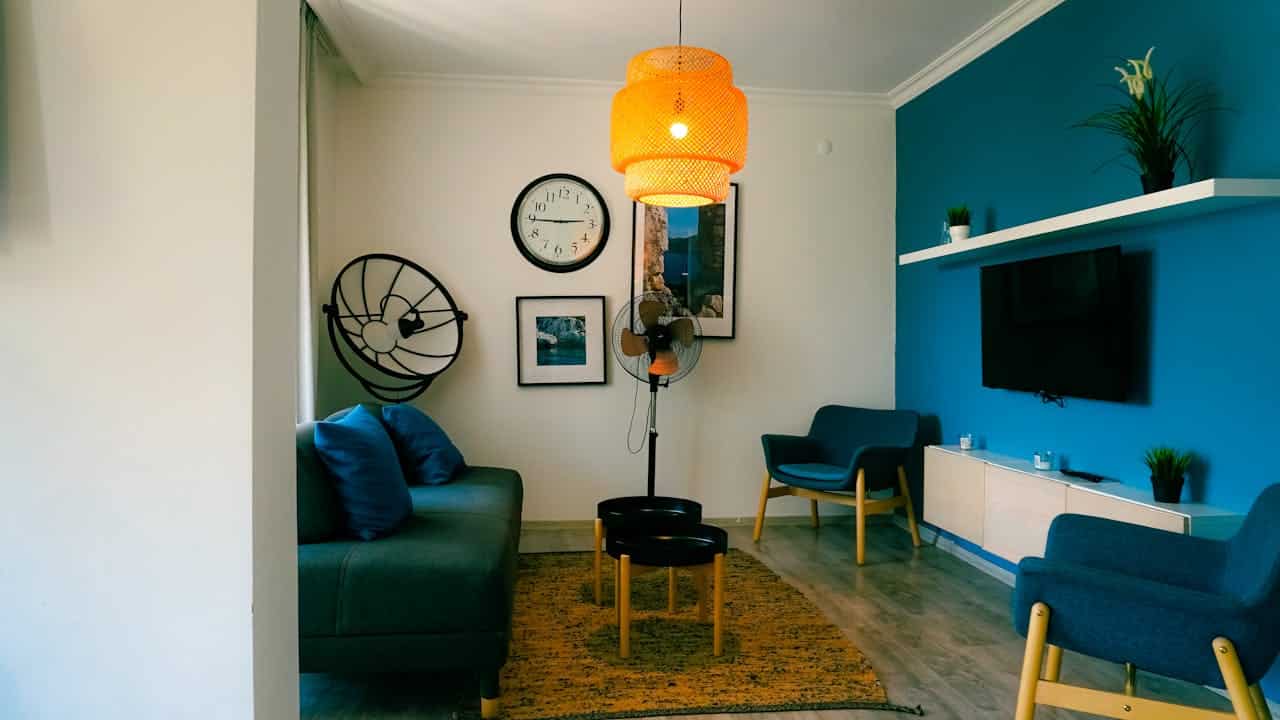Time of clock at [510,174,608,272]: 2:45
